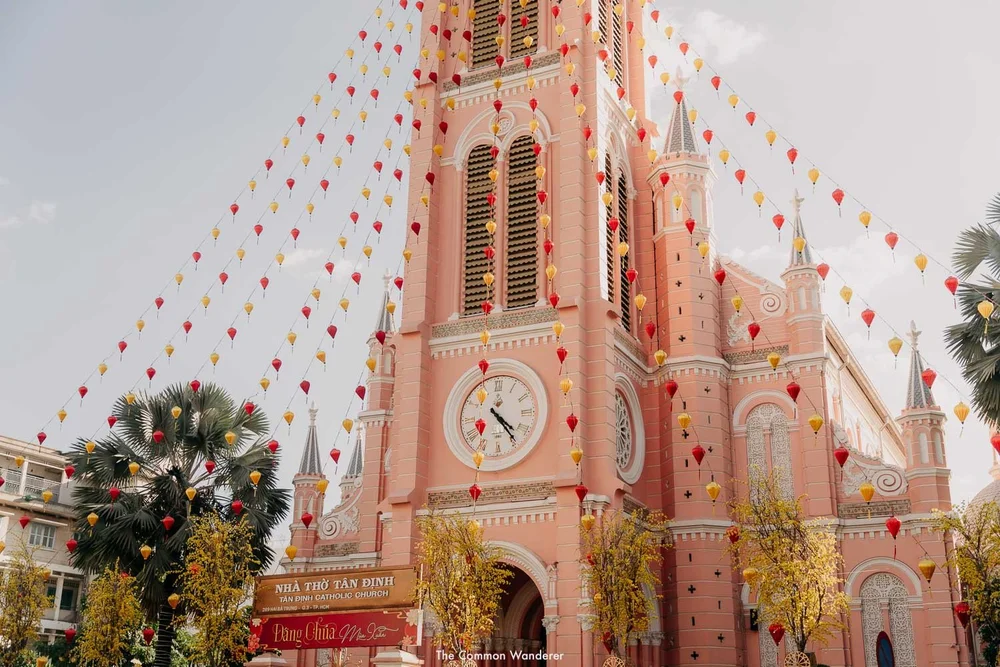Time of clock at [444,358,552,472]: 4:23
